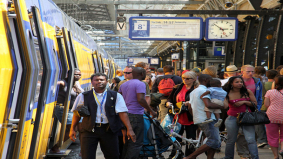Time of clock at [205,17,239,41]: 2:52
